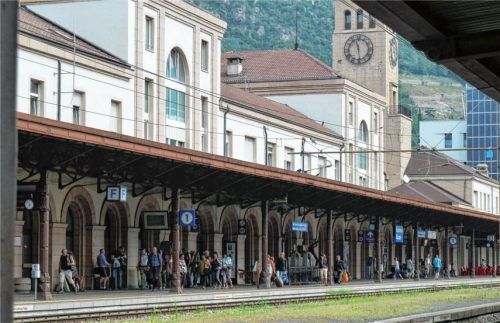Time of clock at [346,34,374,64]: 11:28
